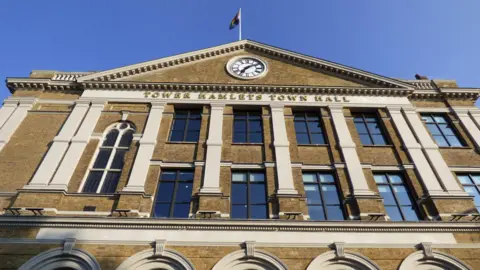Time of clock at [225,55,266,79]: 7:09
